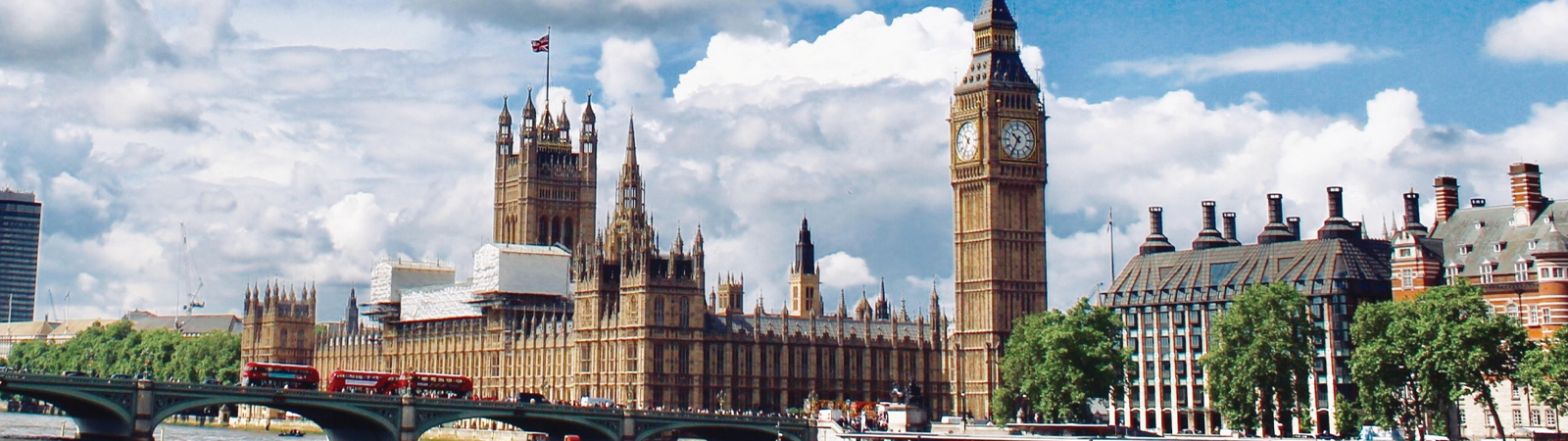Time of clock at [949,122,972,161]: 10:34
